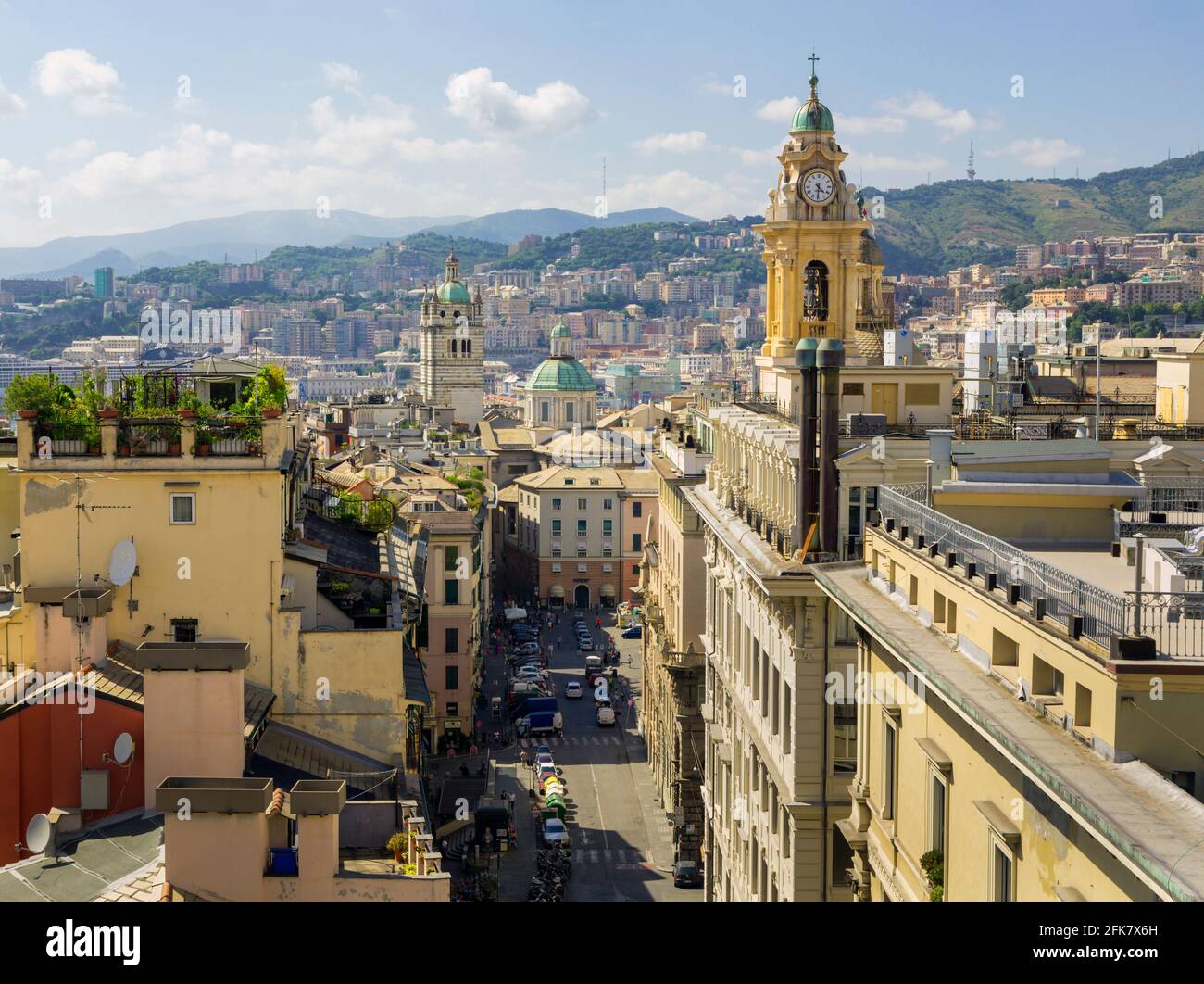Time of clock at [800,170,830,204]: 4:30
